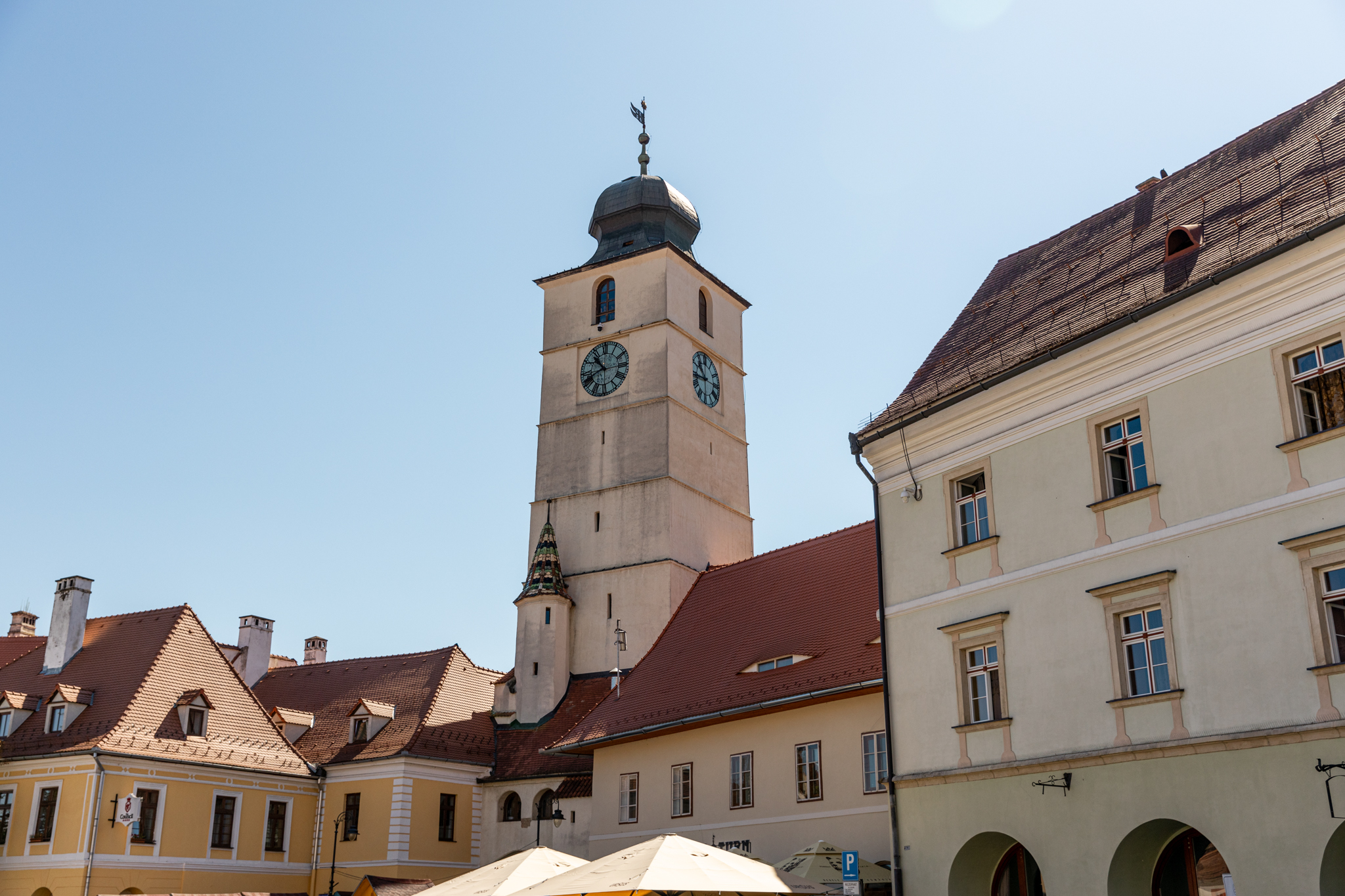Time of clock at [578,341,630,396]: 10:41
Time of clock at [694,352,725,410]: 10:43
